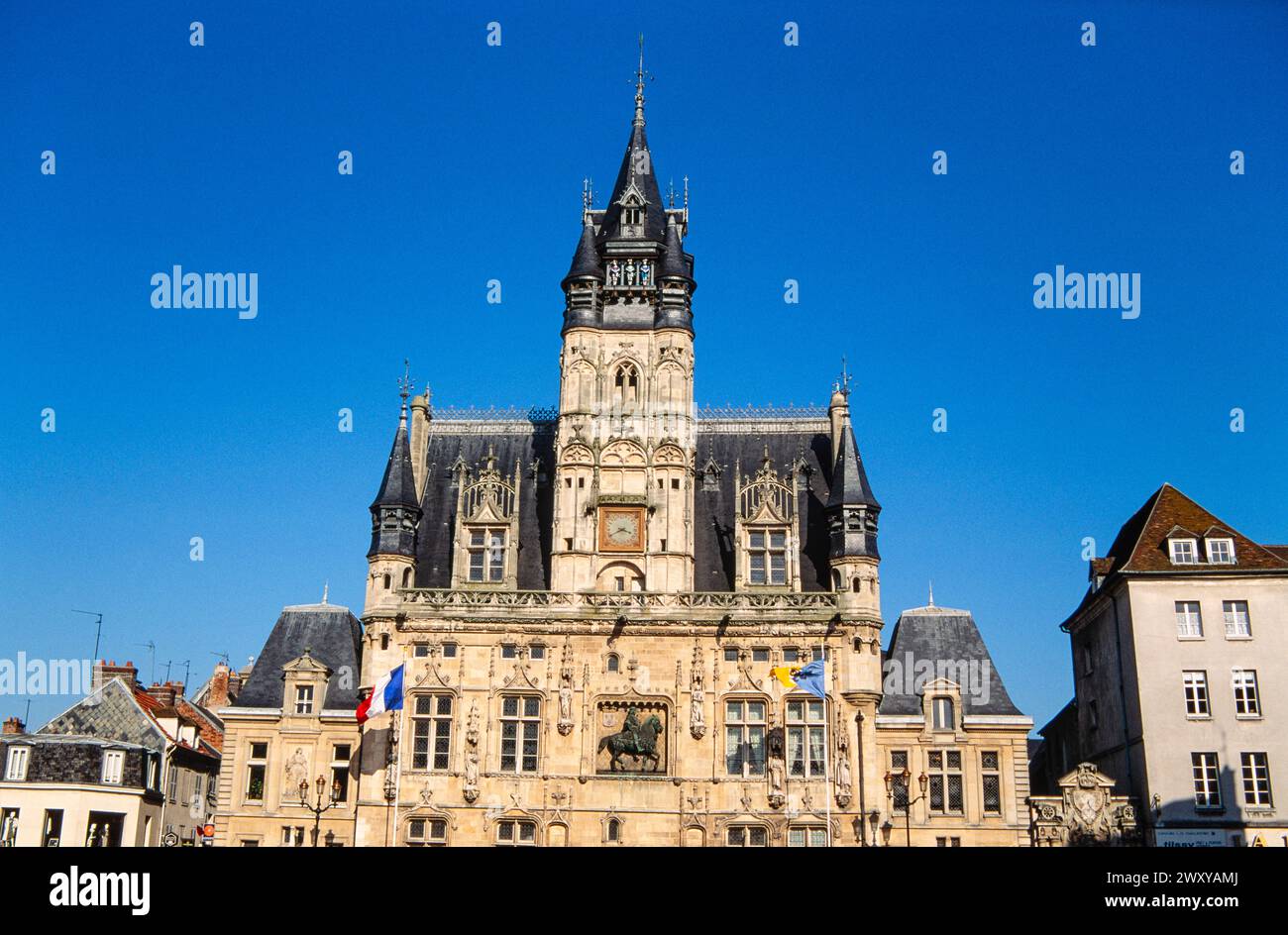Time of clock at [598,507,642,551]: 3:40
